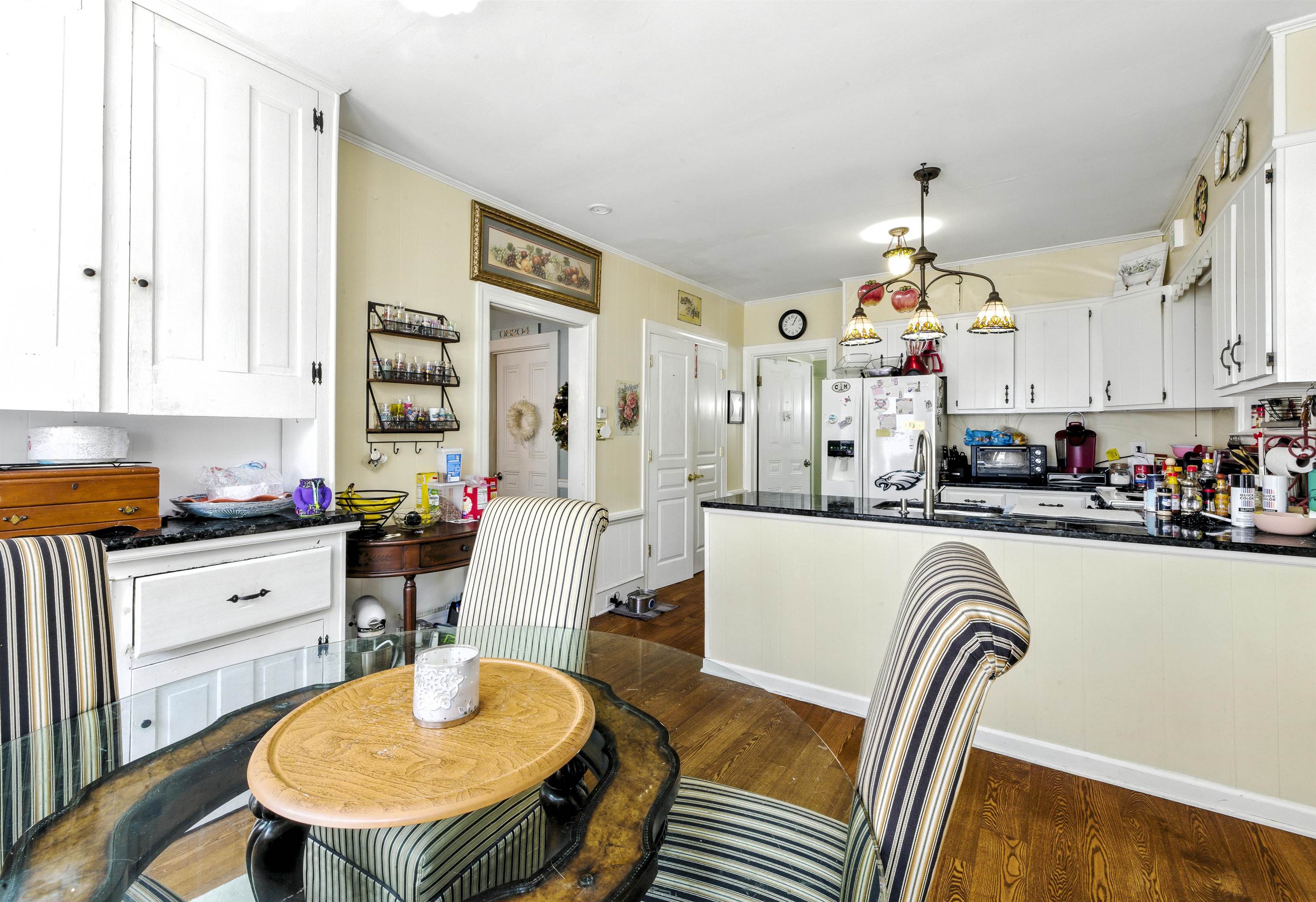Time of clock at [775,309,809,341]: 1:04
